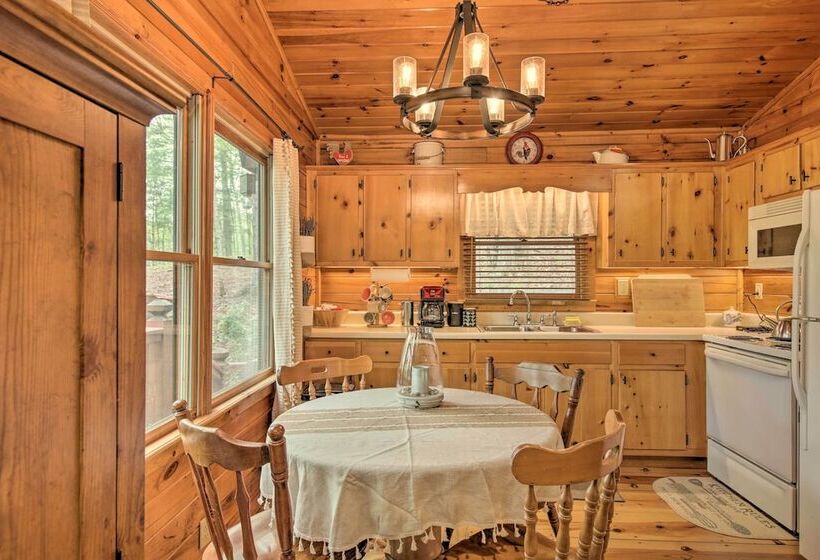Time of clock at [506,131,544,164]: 12:28
